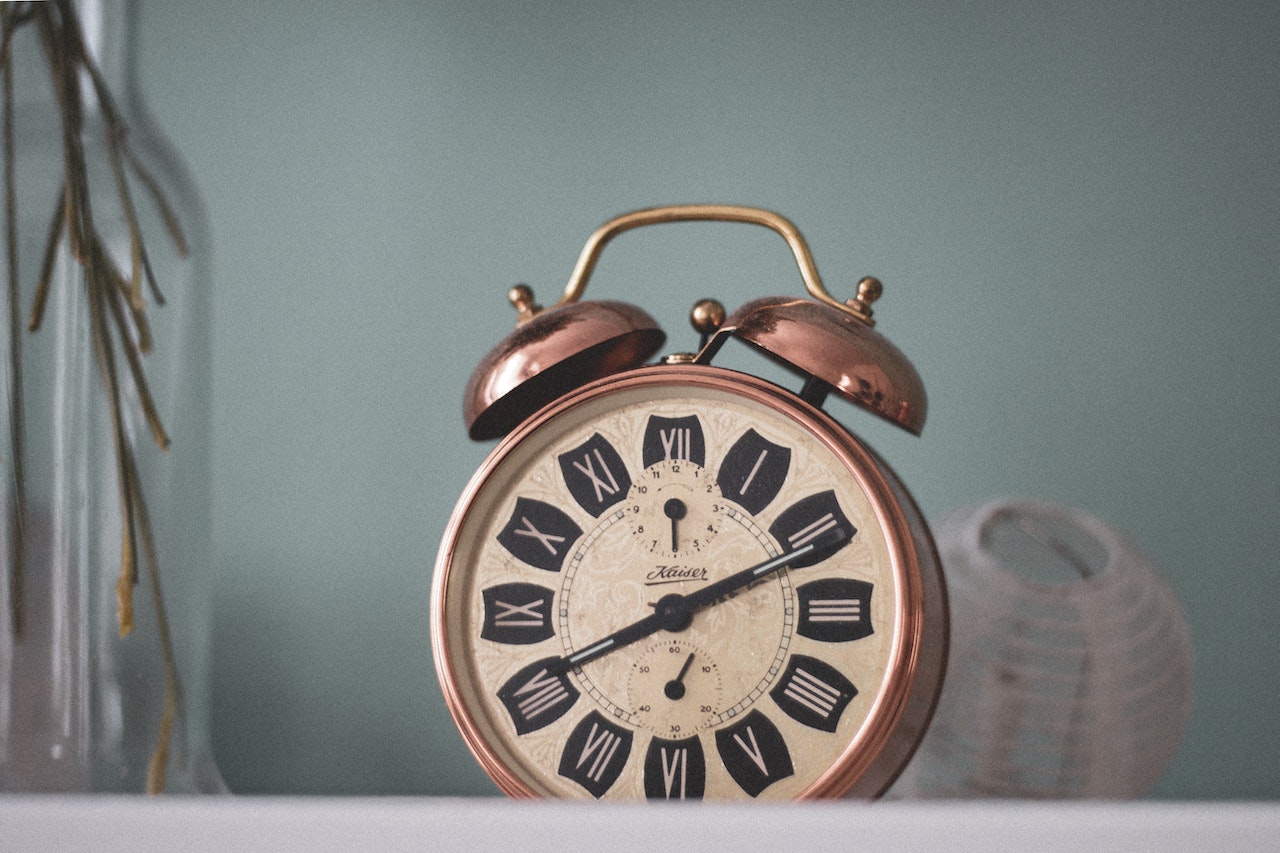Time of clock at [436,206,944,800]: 8:11
